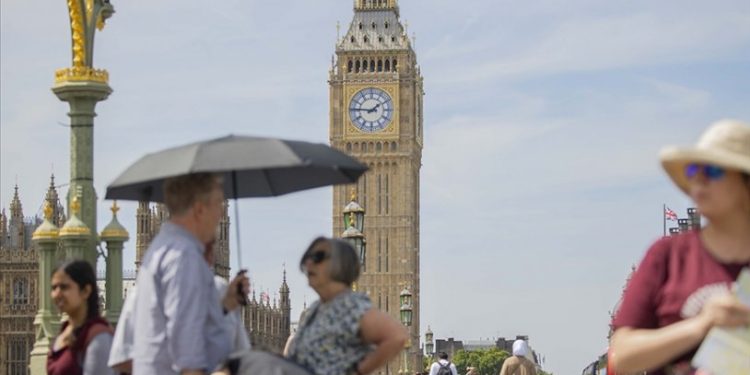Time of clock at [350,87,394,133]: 1:46
